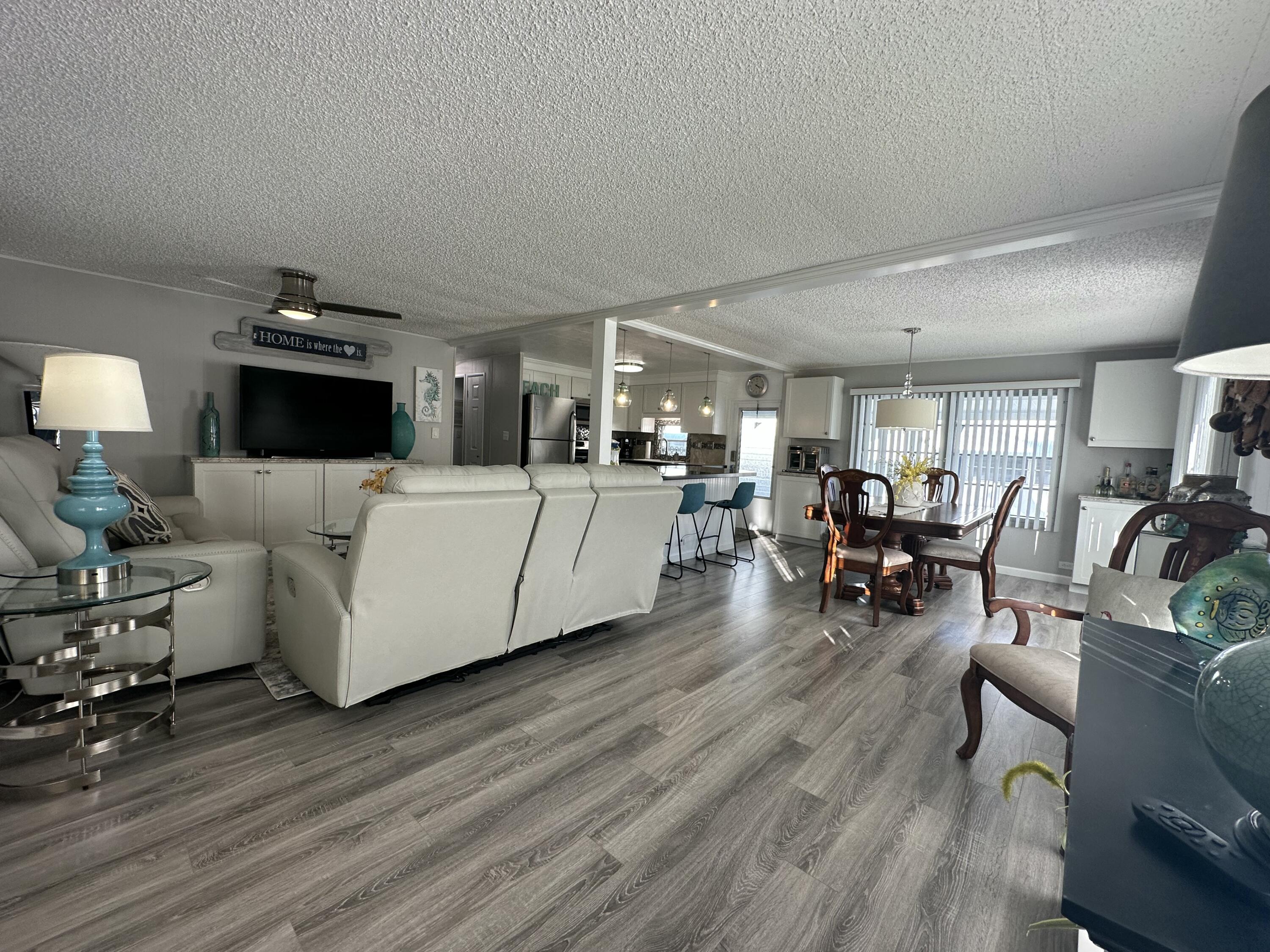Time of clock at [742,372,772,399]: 4:19
